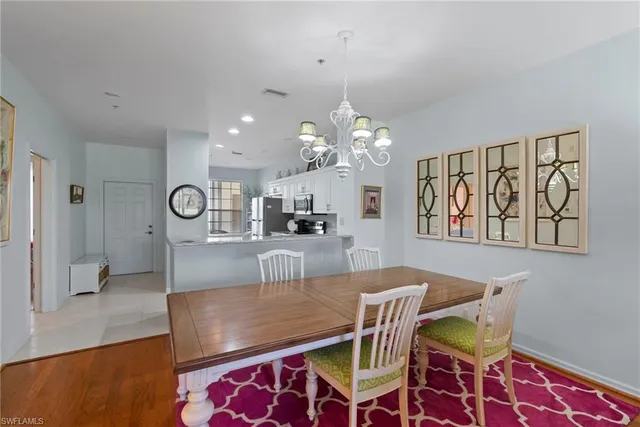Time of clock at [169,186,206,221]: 12:32
